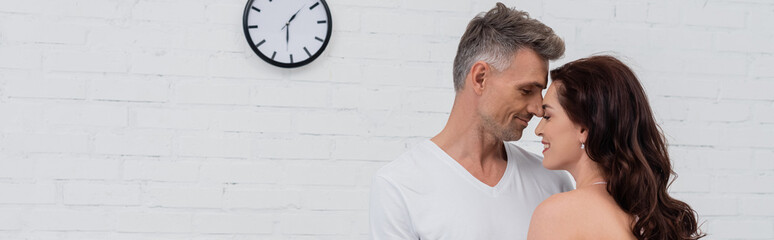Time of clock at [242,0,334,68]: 1:30
